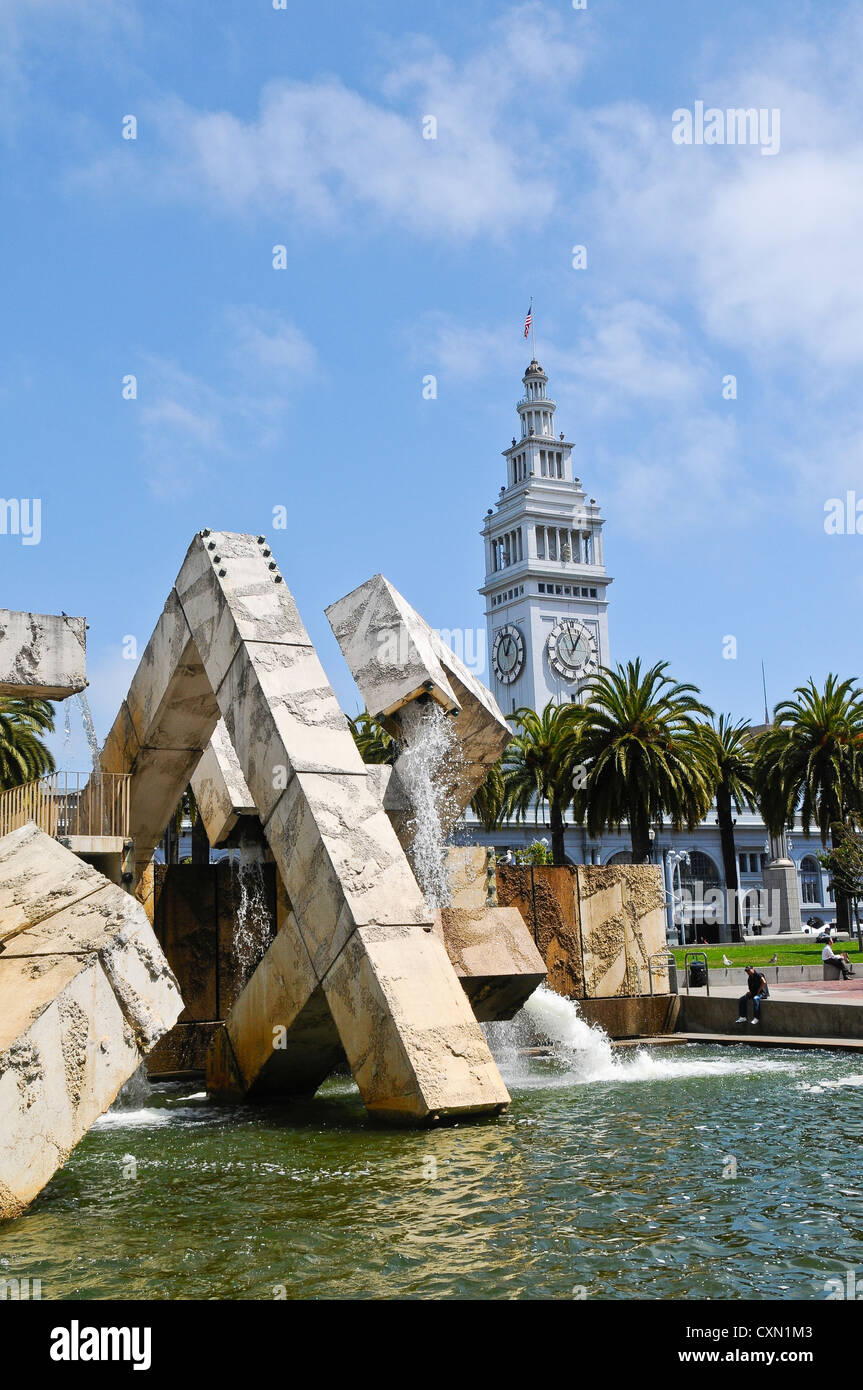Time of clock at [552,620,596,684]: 12:58
